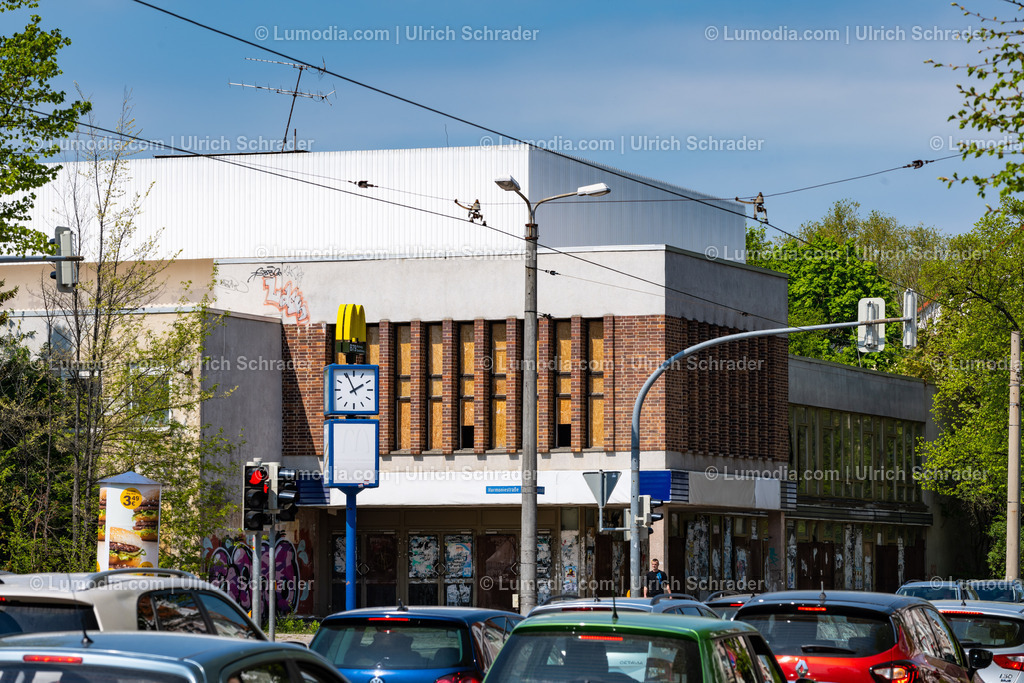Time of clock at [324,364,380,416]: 1:55
